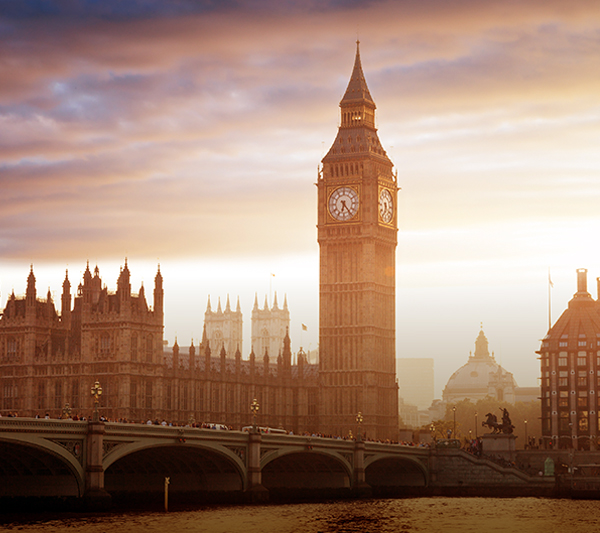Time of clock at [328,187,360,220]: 6:23
